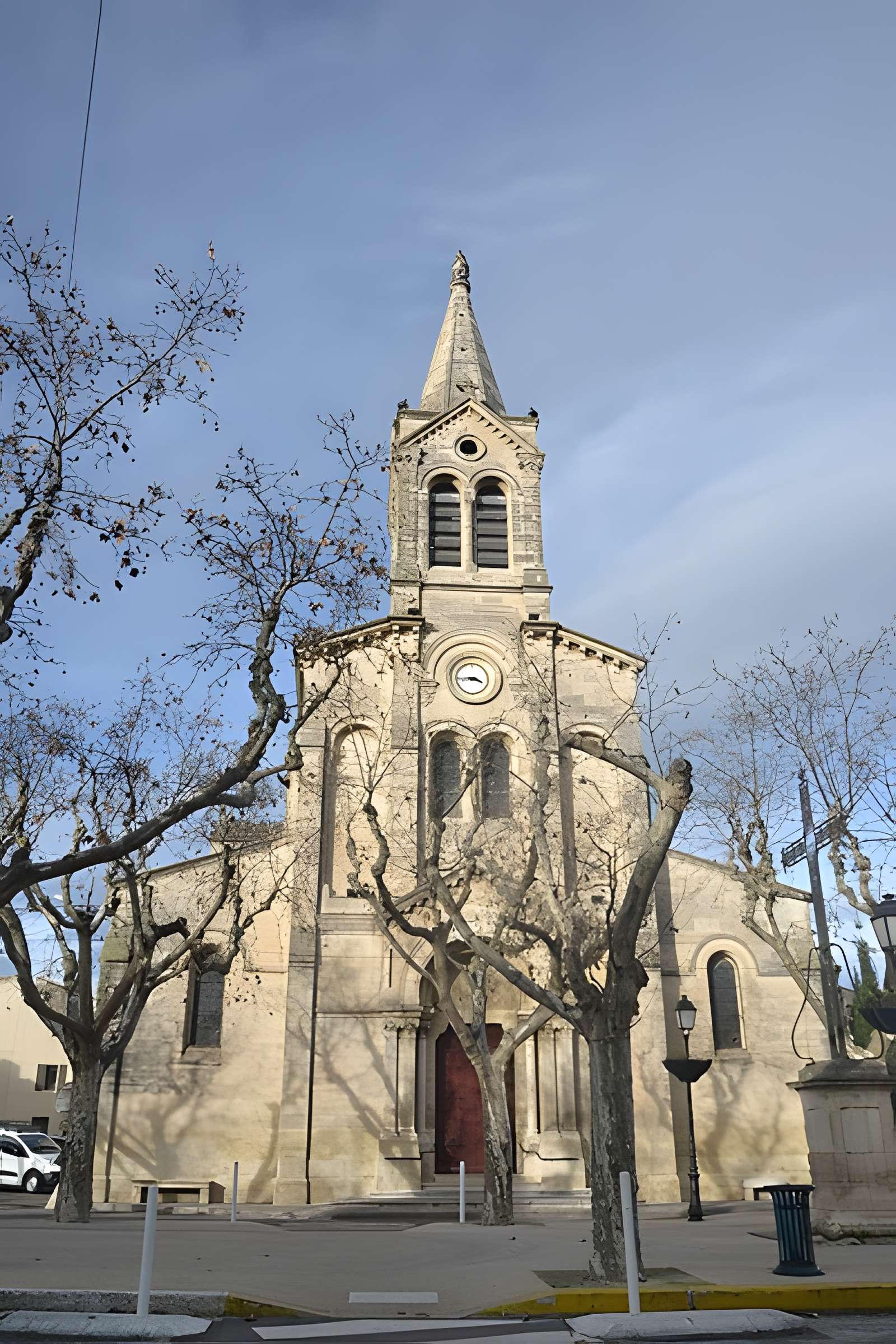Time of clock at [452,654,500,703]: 3:43
